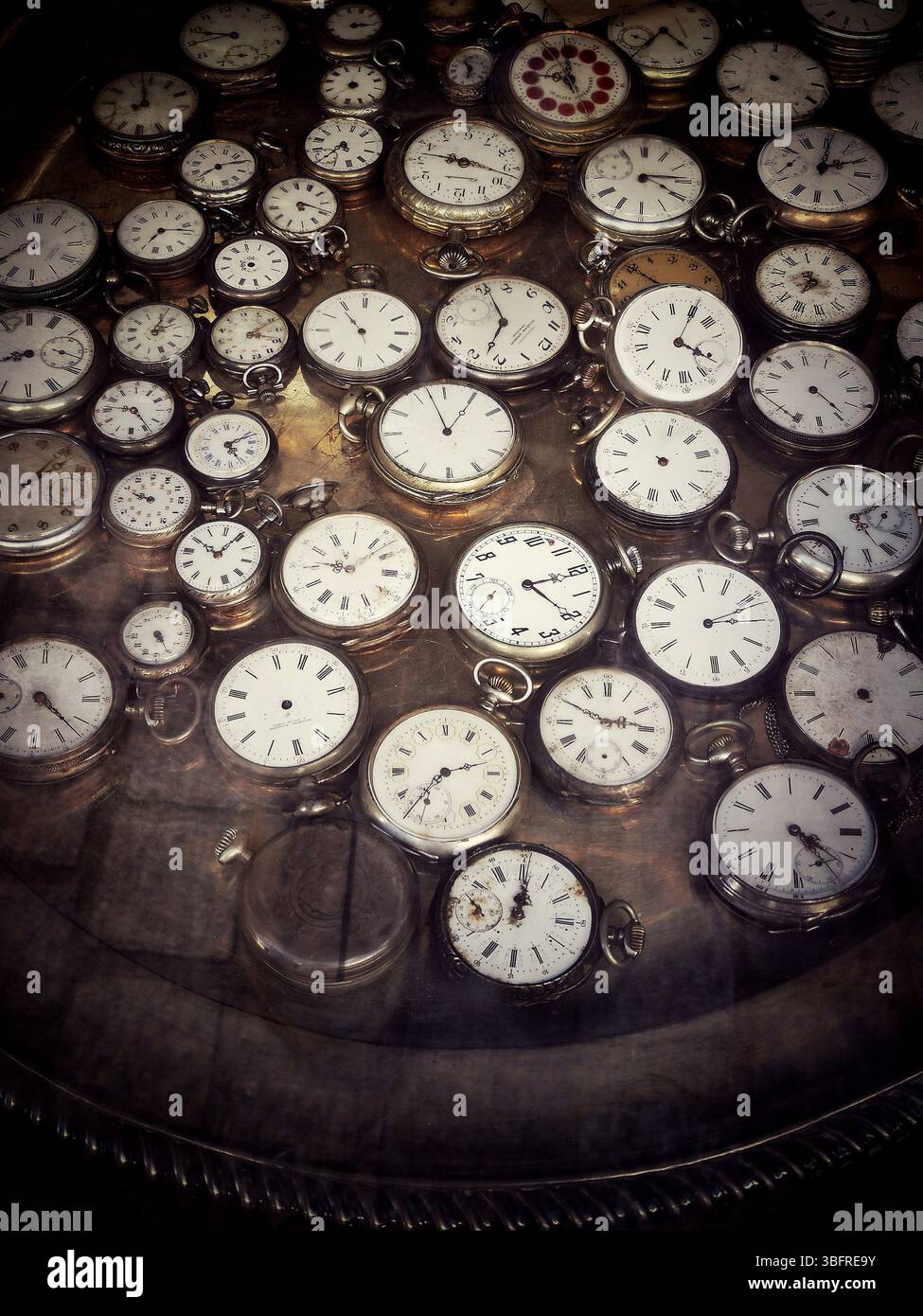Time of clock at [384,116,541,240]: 9:17
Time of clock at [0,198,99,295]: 7:40
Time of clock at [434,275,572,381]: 6:56
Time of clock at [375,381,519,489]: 12:57
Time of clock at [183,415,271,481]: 5:11
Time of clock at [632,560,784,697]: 3:11
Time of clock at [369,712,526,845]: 2:36
